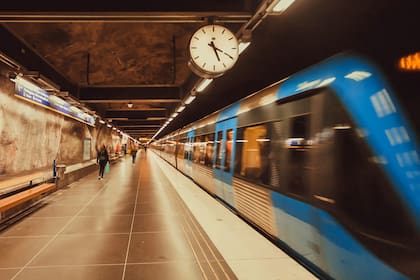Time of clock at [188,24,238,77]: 5:19
